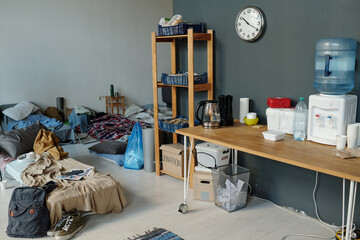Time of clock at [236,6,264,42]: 10:19
